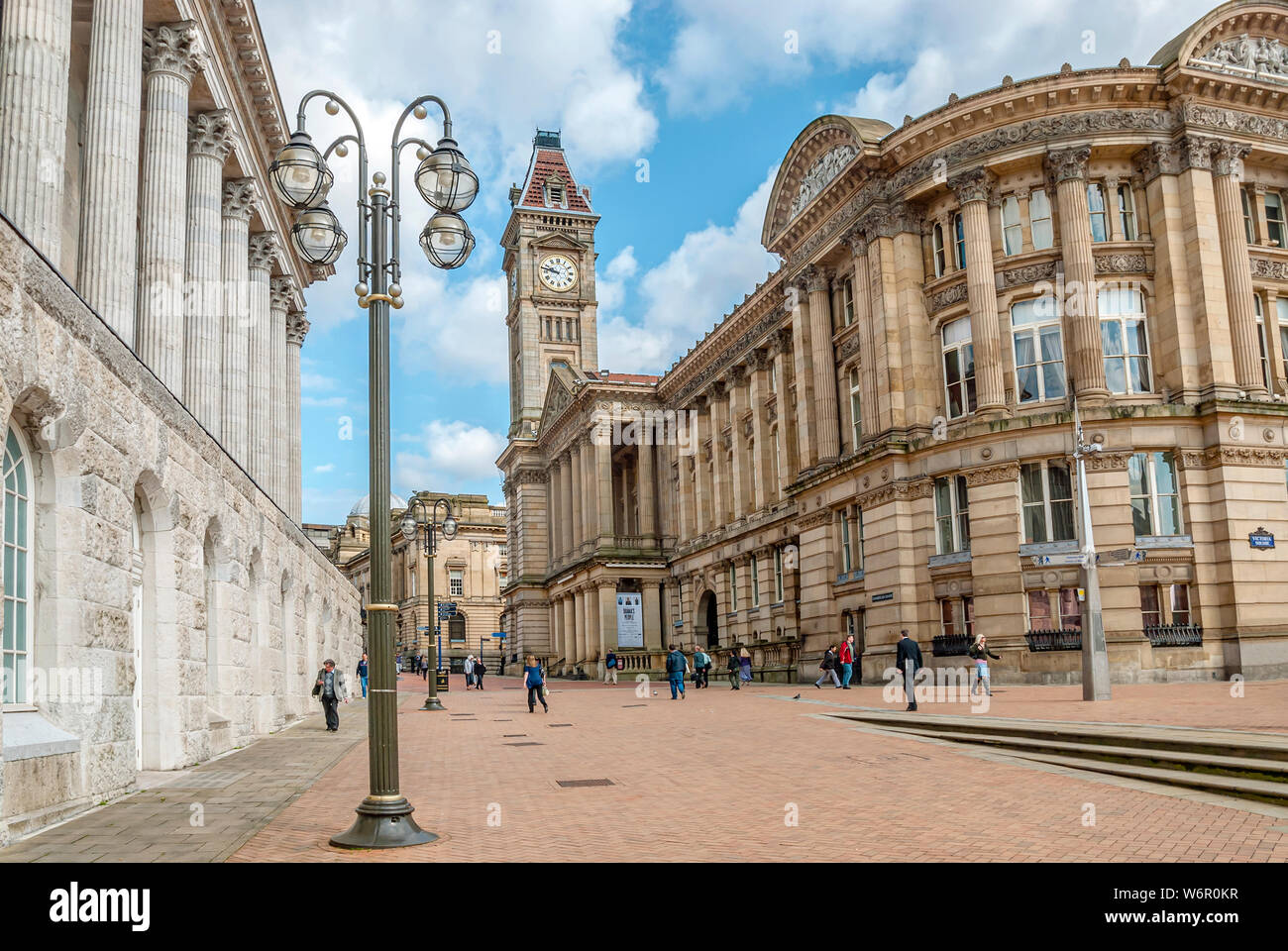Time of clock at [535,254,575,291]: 9:47
